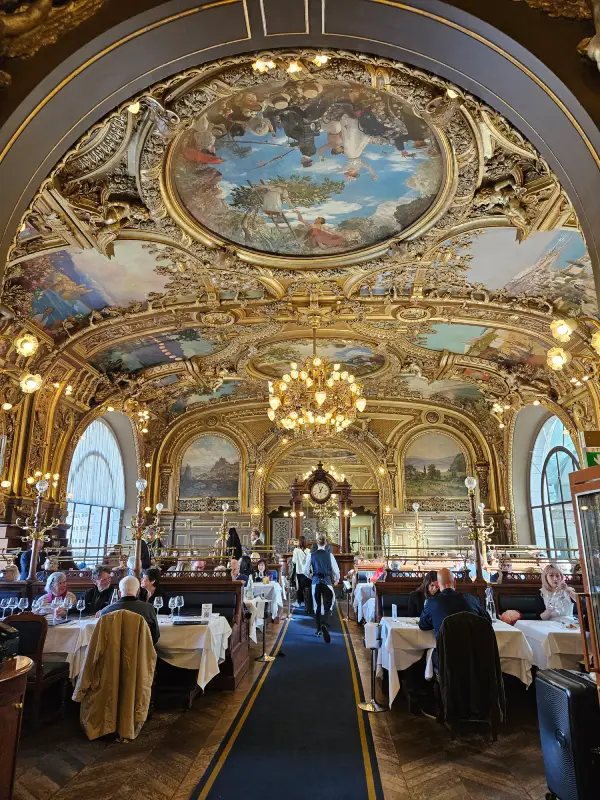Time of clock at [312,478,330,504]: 12:57
